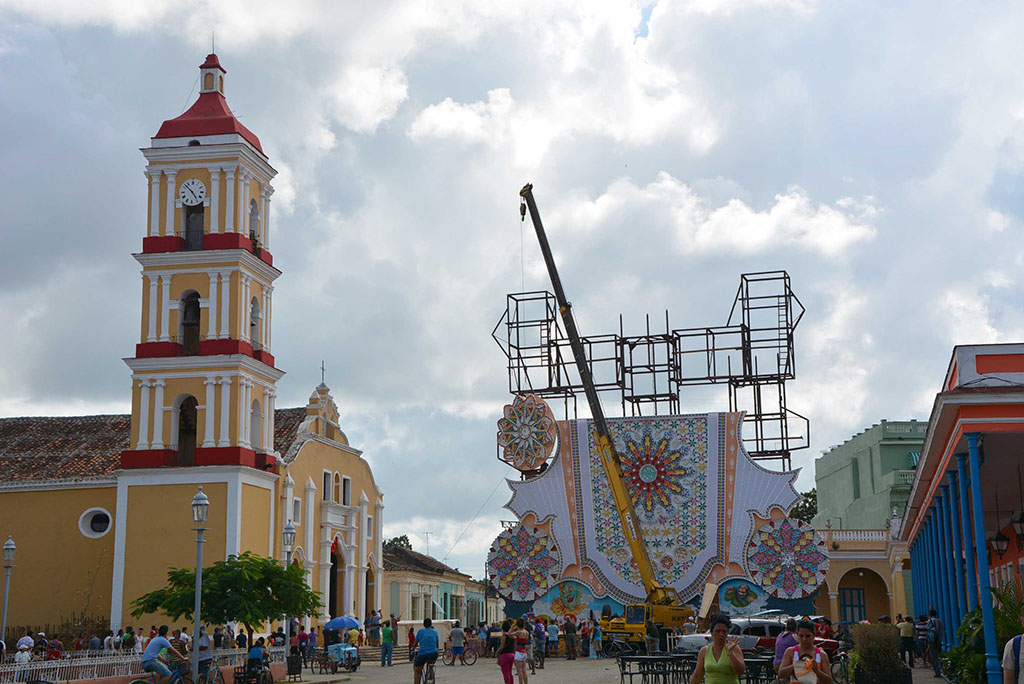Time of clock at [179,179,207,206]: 4:52
